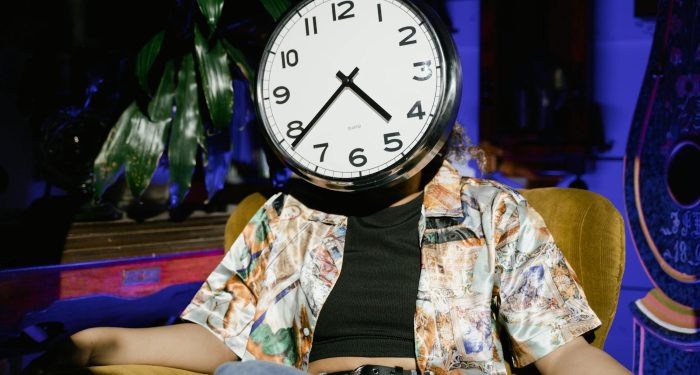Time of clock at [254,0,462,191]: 4:38
